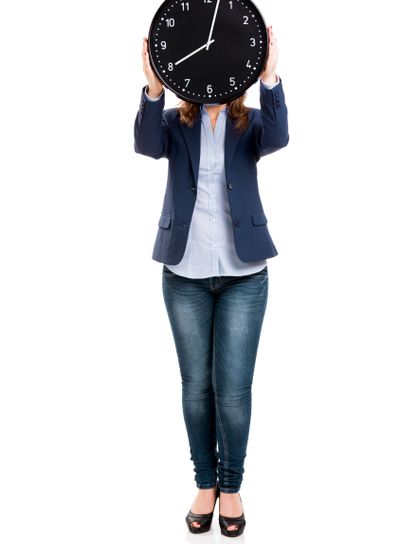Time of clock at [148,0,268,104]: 8:02
